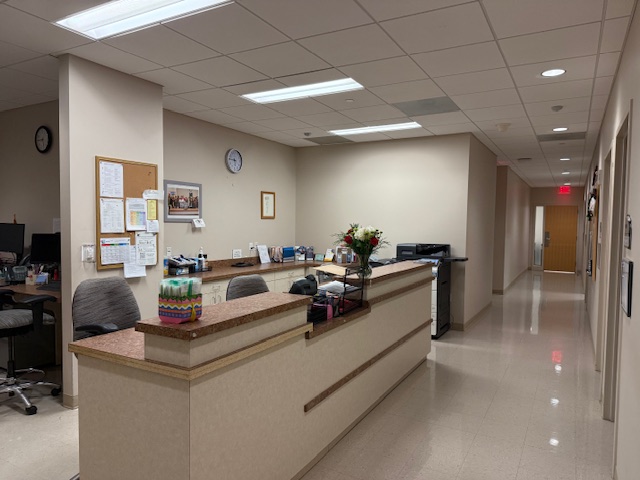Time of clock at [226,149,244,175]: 5:45
